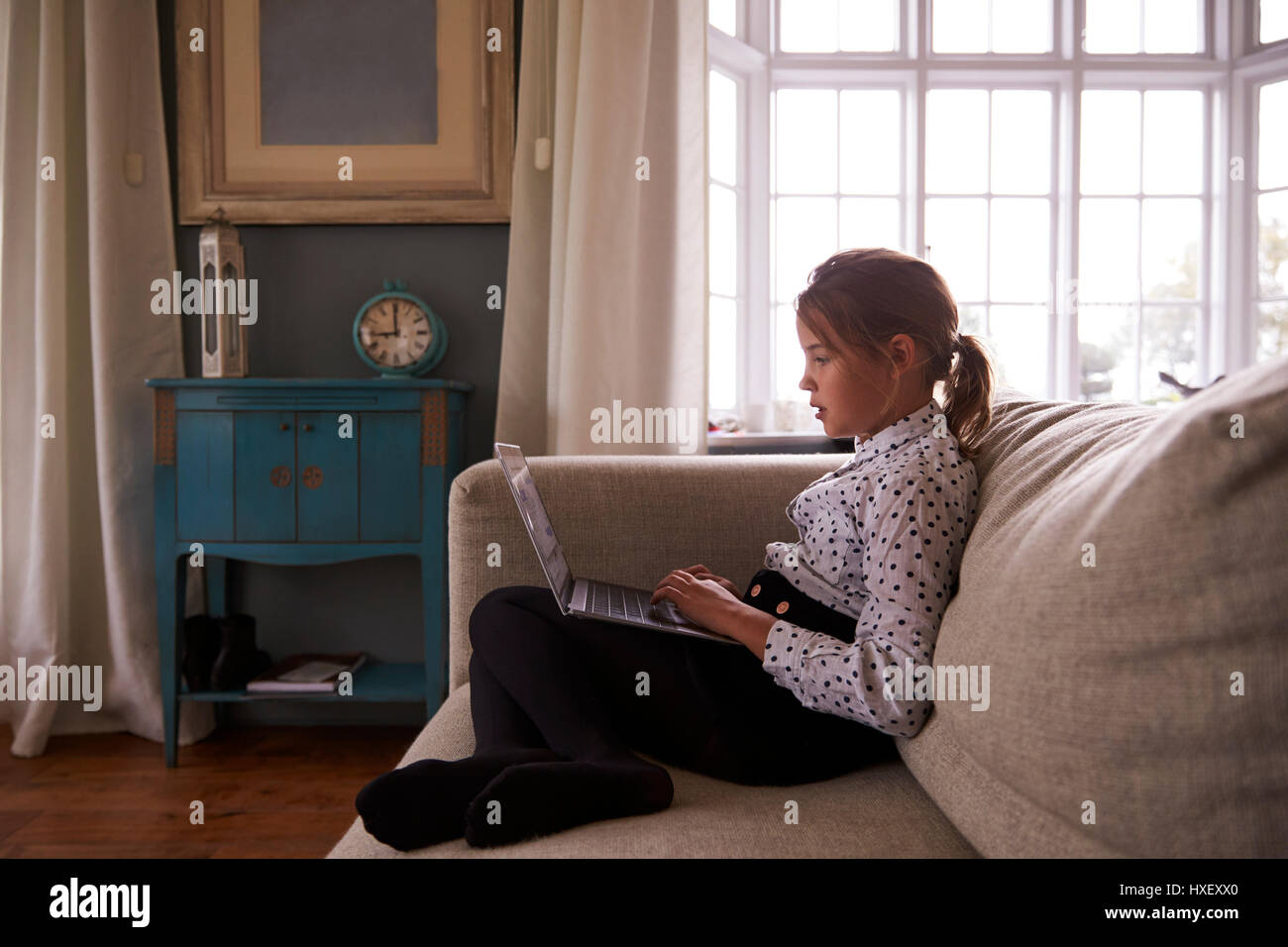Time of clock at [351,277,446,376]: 8:59
